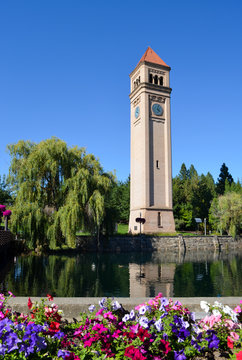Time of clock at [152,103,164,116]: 4:02
